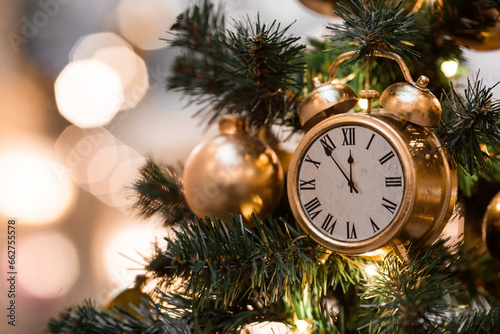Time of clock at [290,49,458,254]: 11:53
